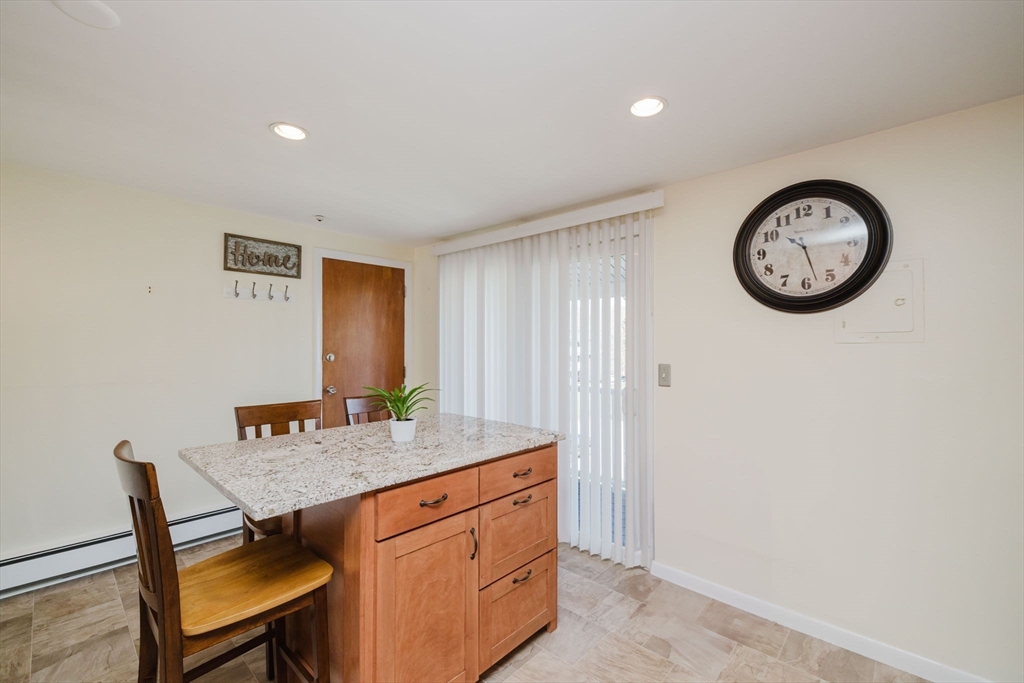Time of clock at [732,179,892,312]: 10:27
